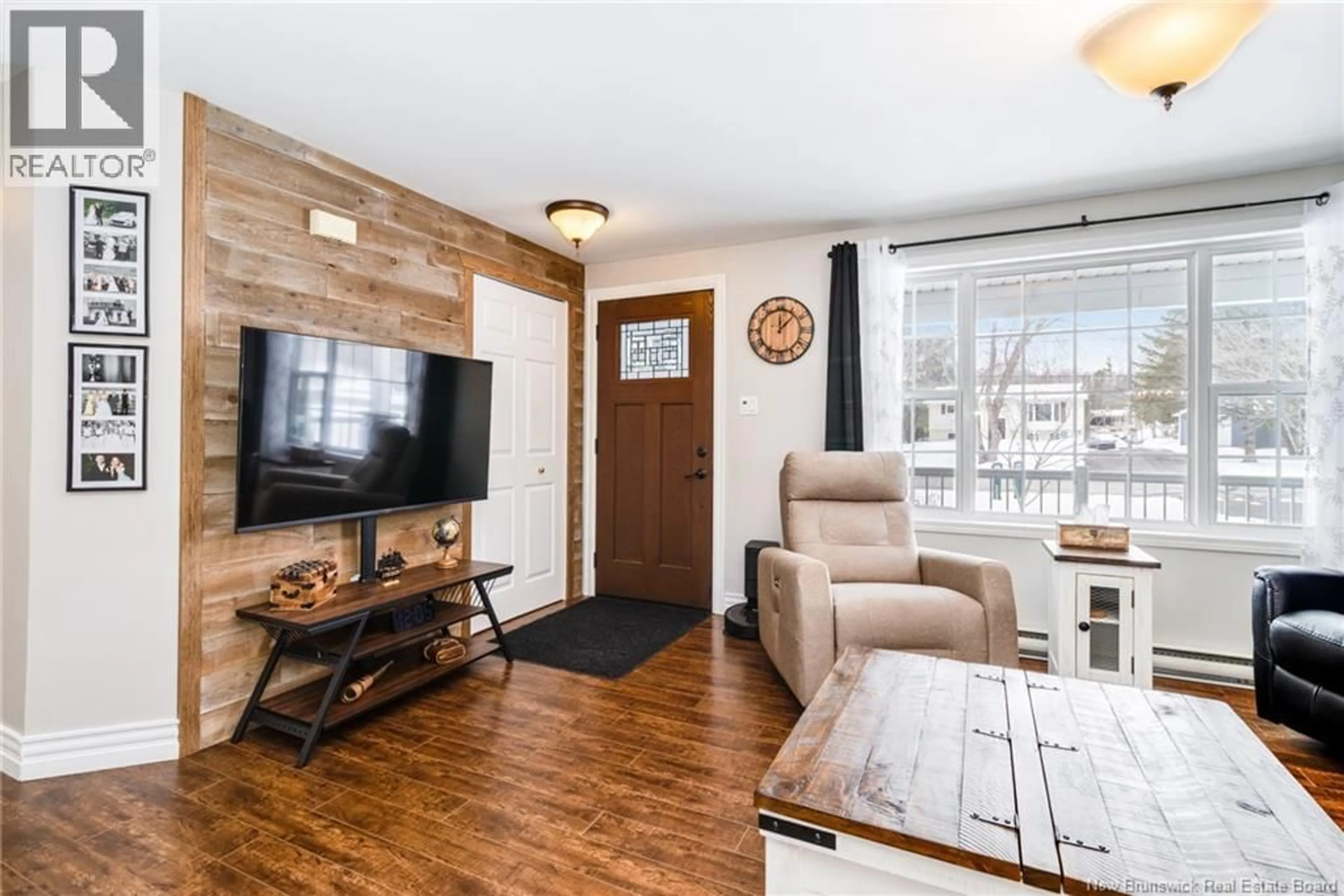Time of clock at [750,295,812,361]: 12:07
